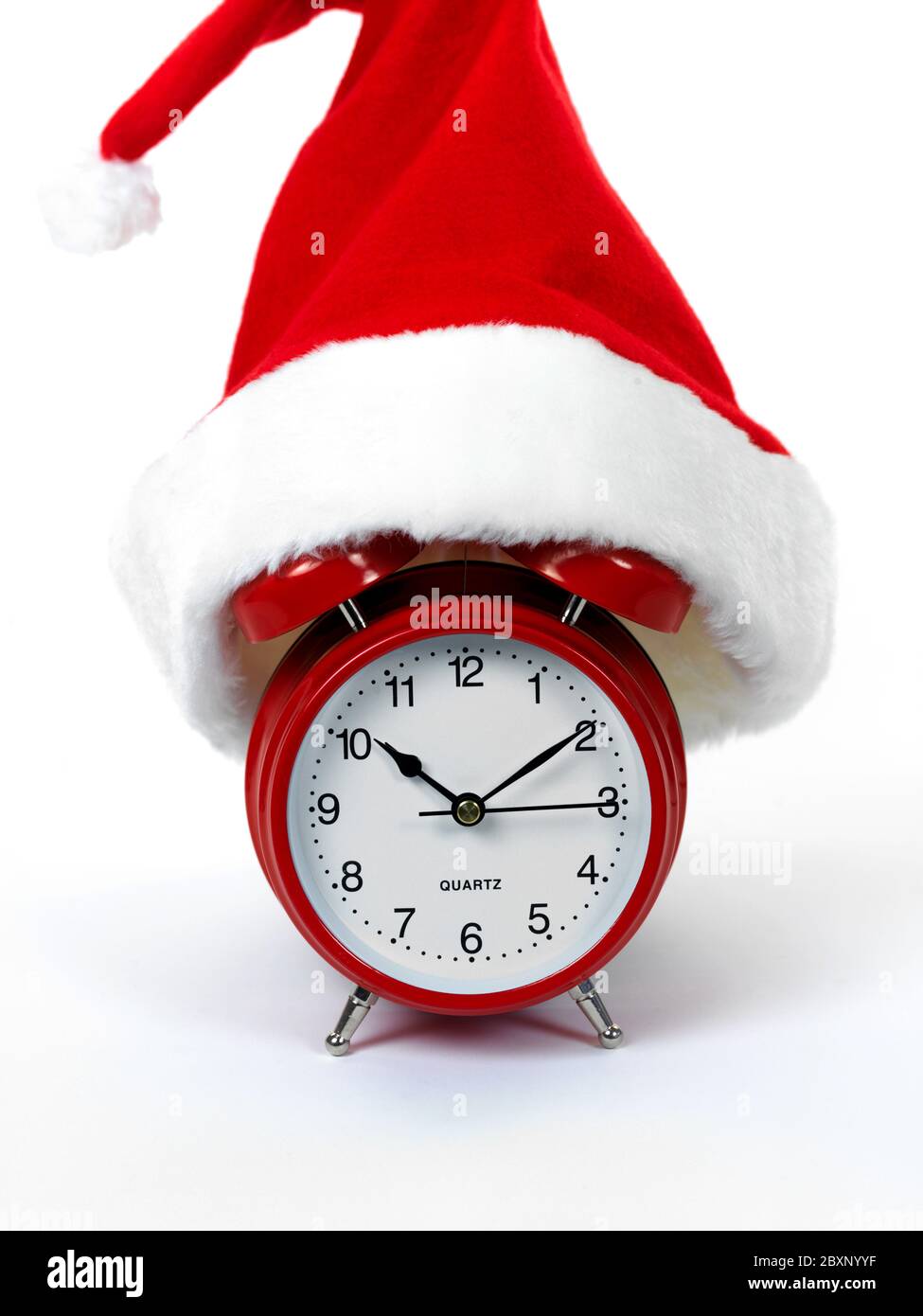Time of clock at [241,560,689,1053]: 10:09
